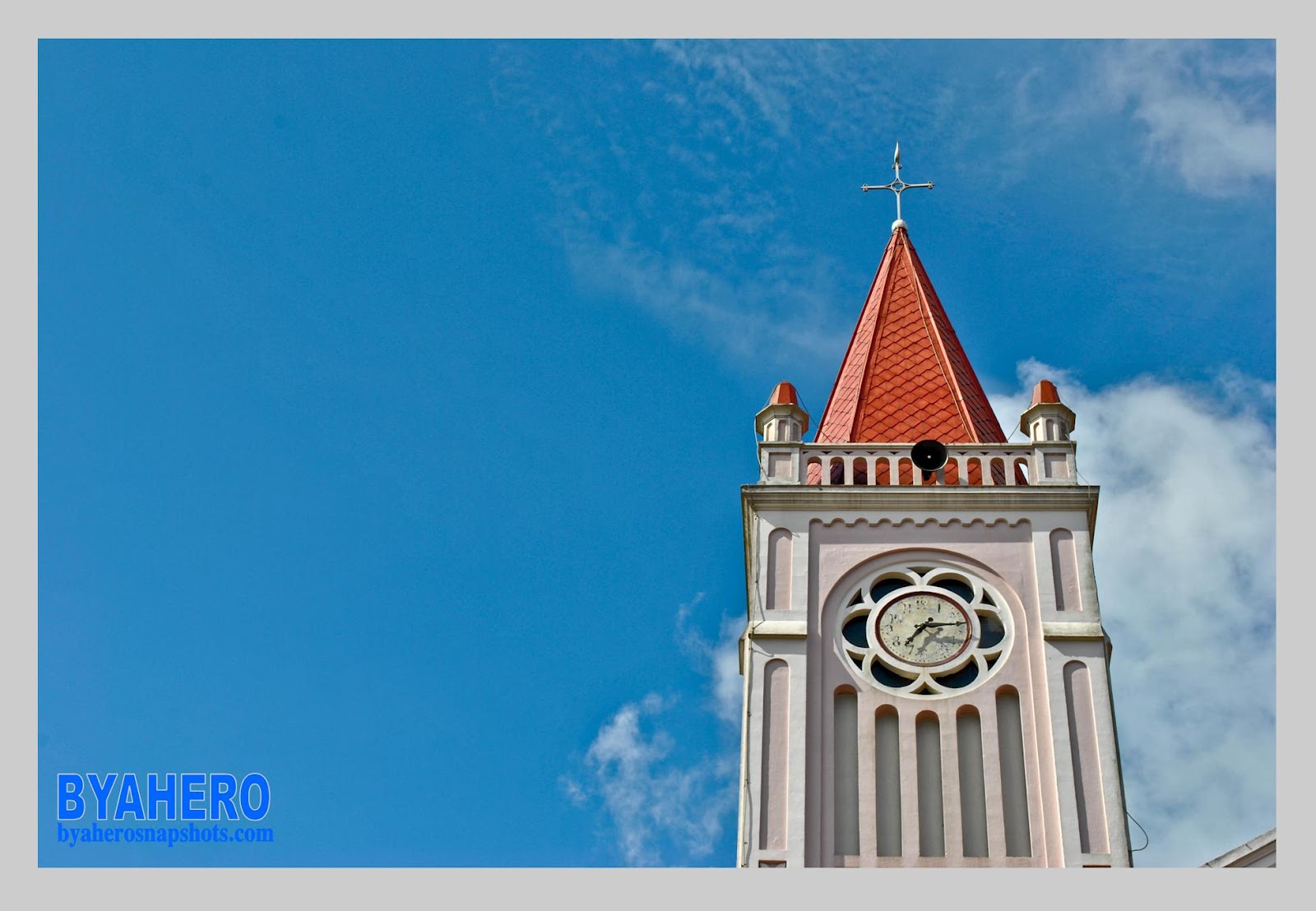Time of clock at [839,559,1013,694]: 7:13
